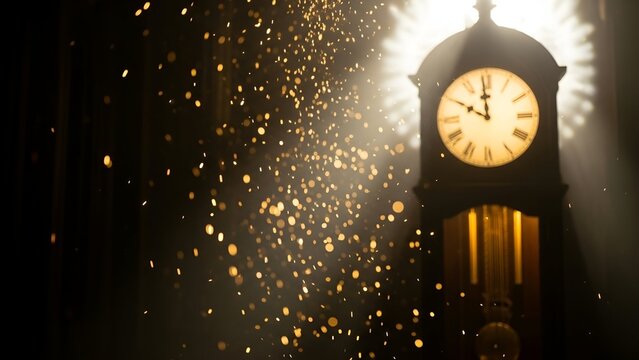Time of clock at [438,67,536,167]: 9:58
